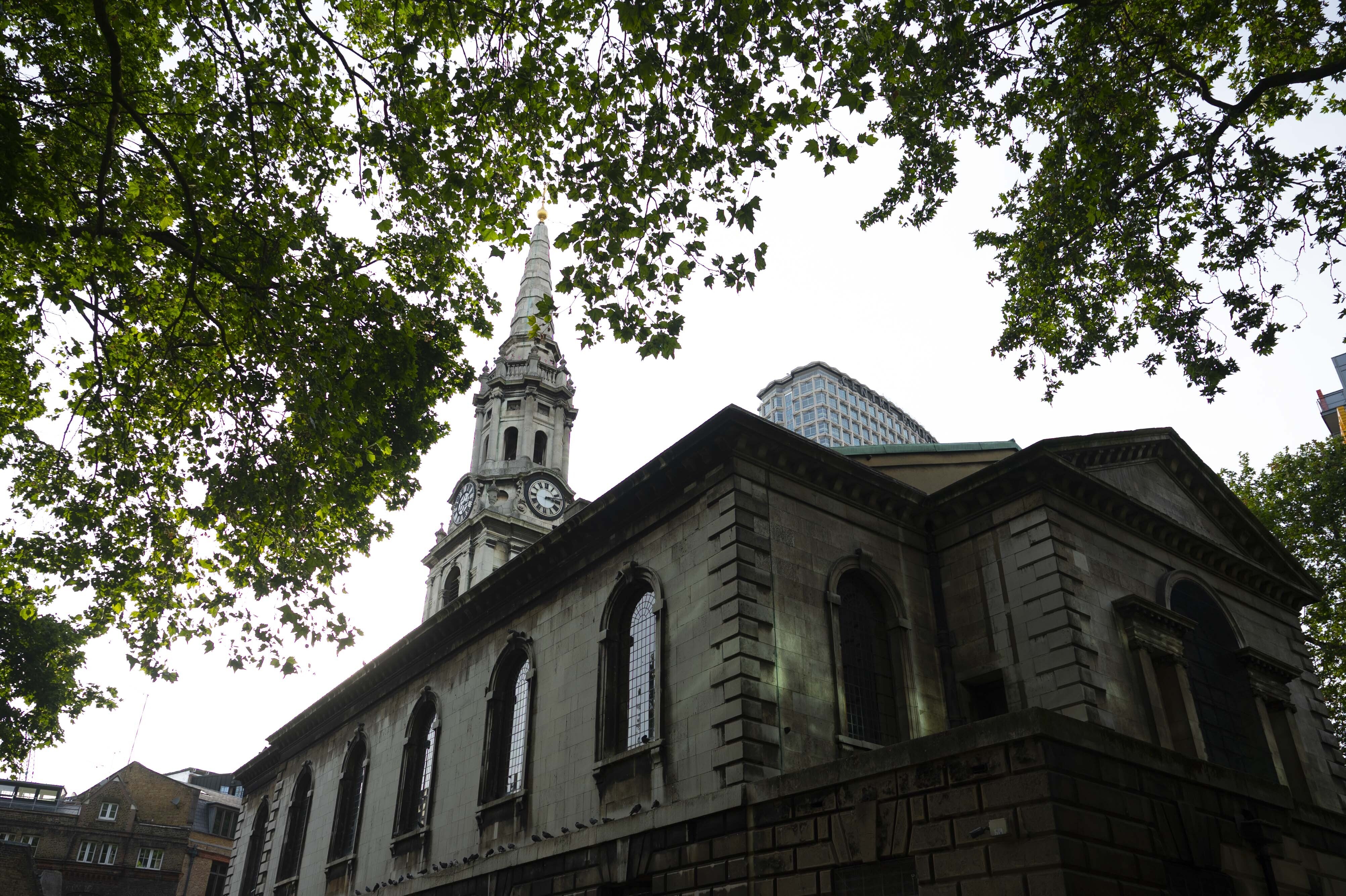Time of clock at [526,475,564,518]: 3:12
